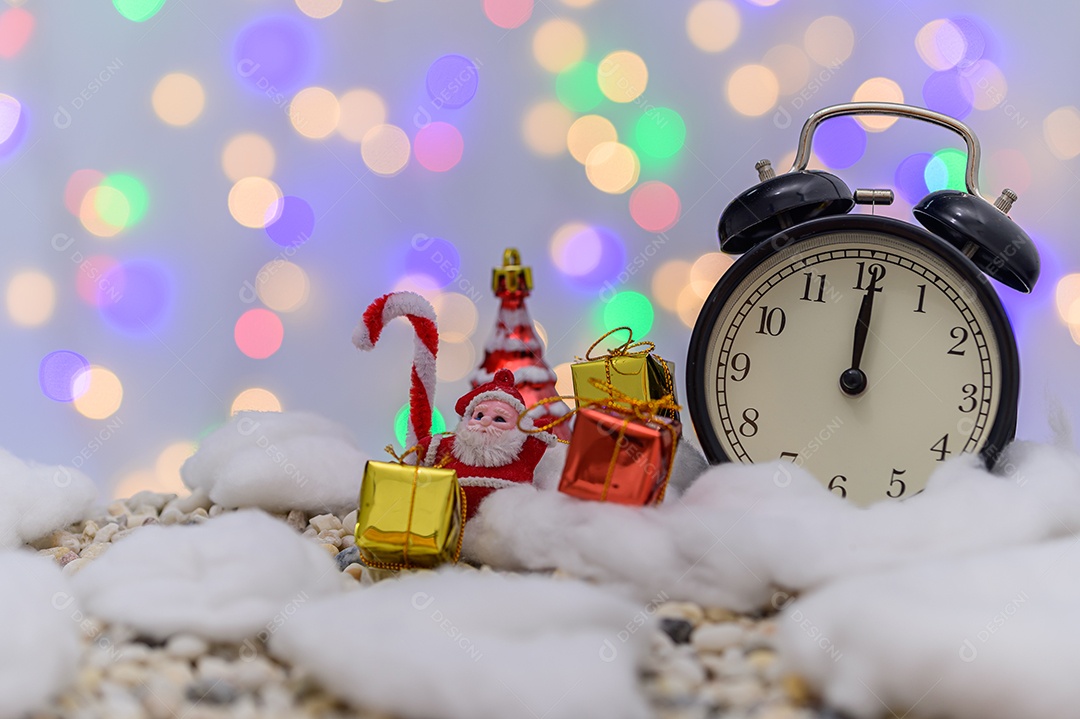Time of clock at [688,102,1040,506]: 12:00
